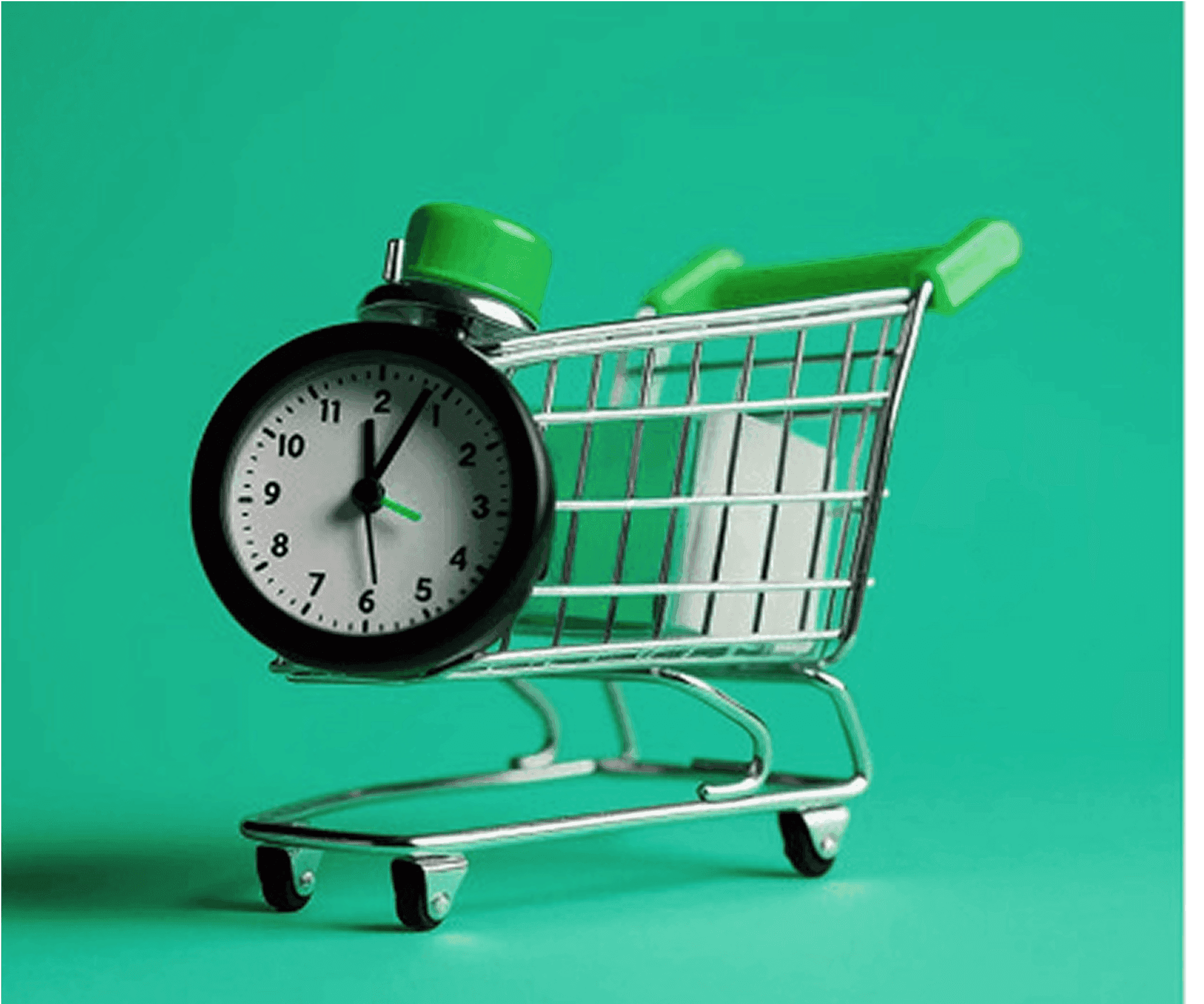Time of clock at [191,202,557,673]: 12:03
